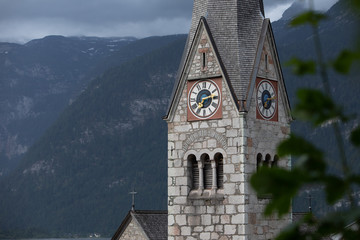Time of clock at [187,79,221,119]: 2:36
